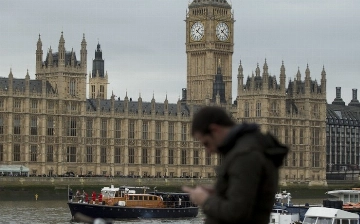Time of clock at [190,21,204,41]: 1:21
